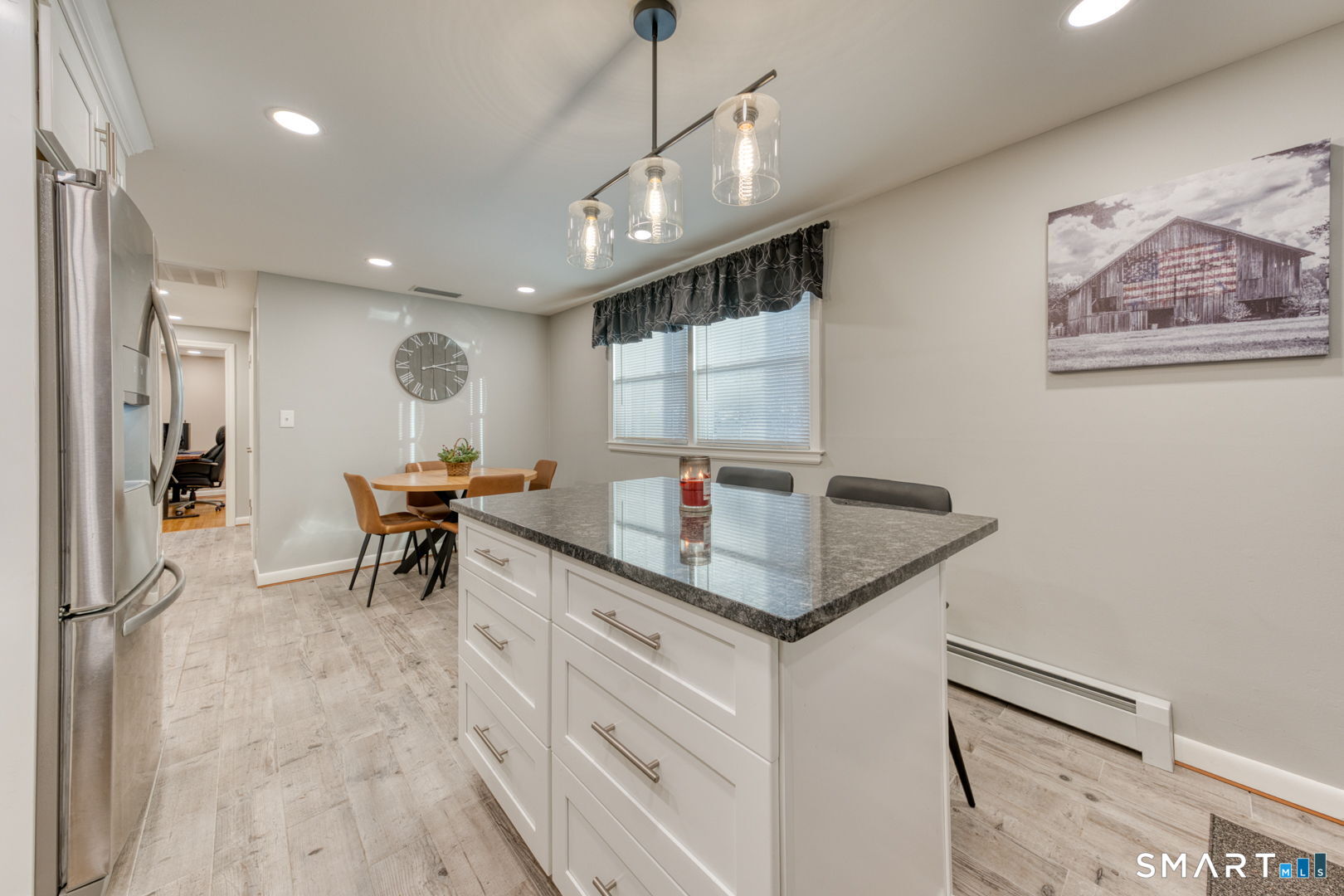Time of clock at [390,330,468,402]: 3:12
